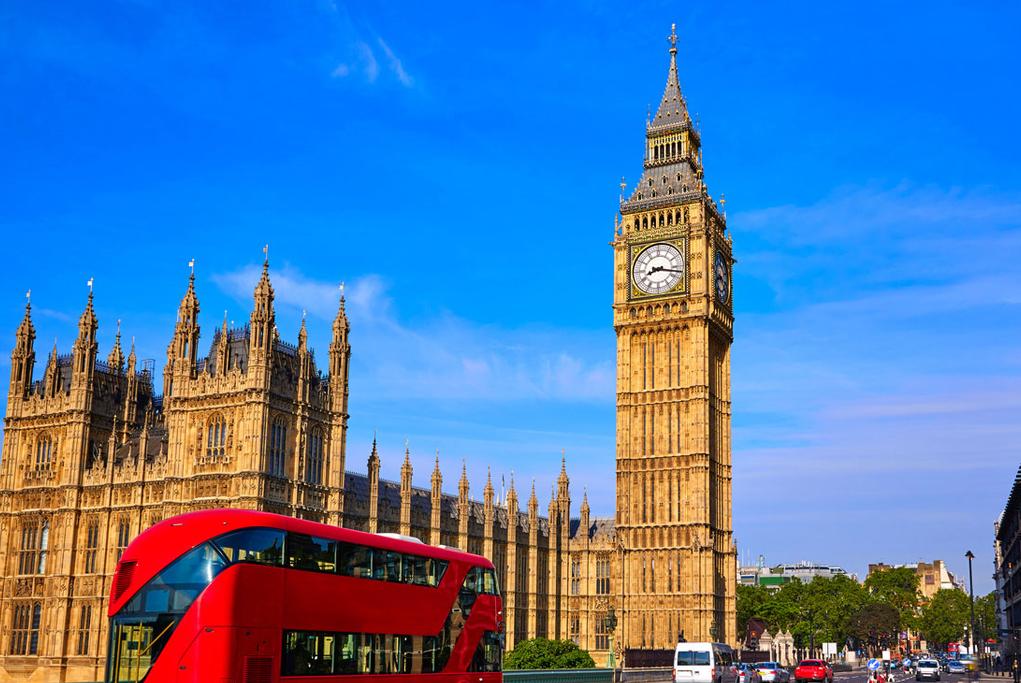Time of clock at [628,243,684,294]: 8:17
